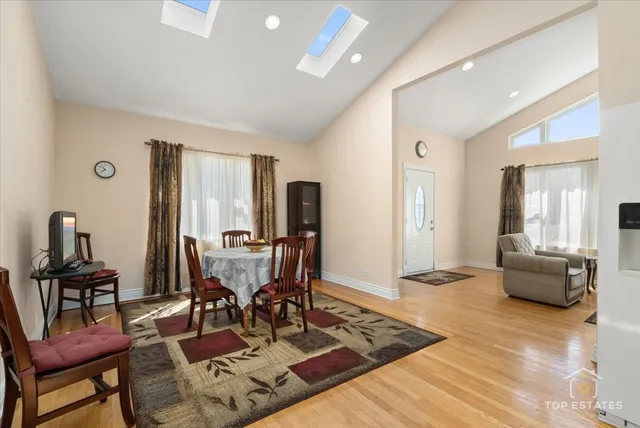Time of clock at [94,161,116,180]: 10:38
